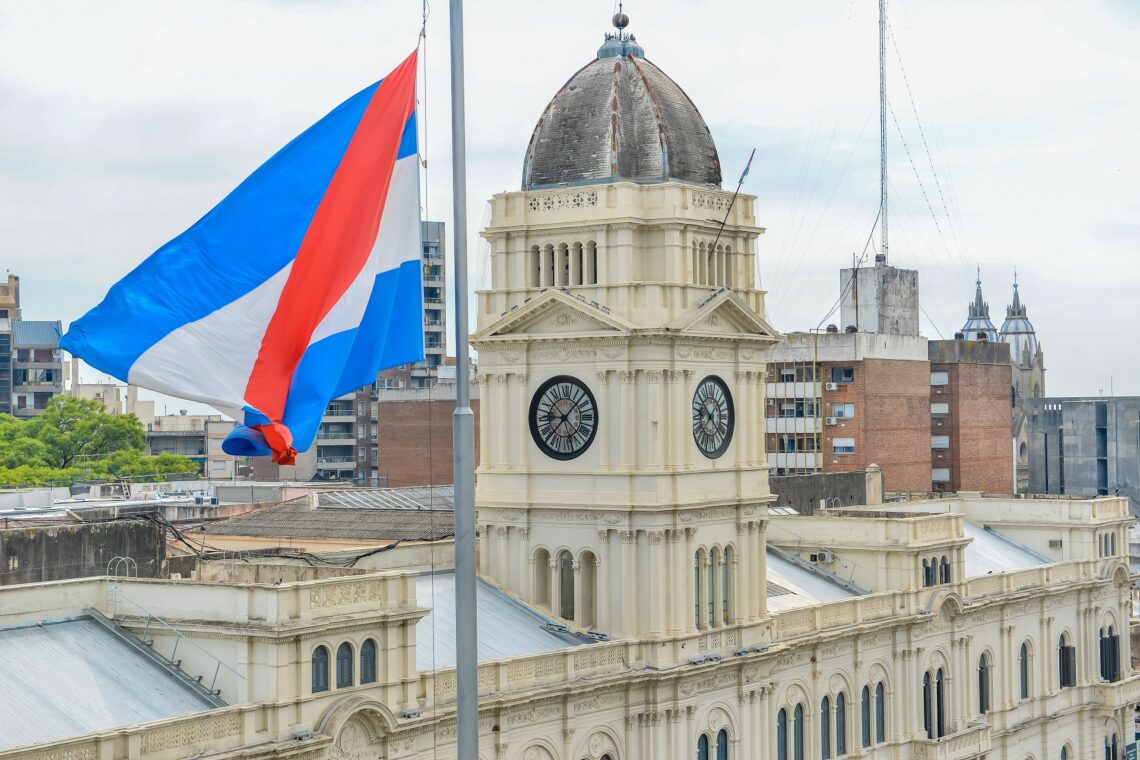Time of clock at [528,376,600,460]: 9:07
